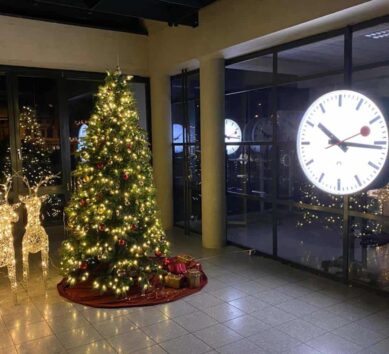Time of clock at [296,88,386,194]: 10:15
